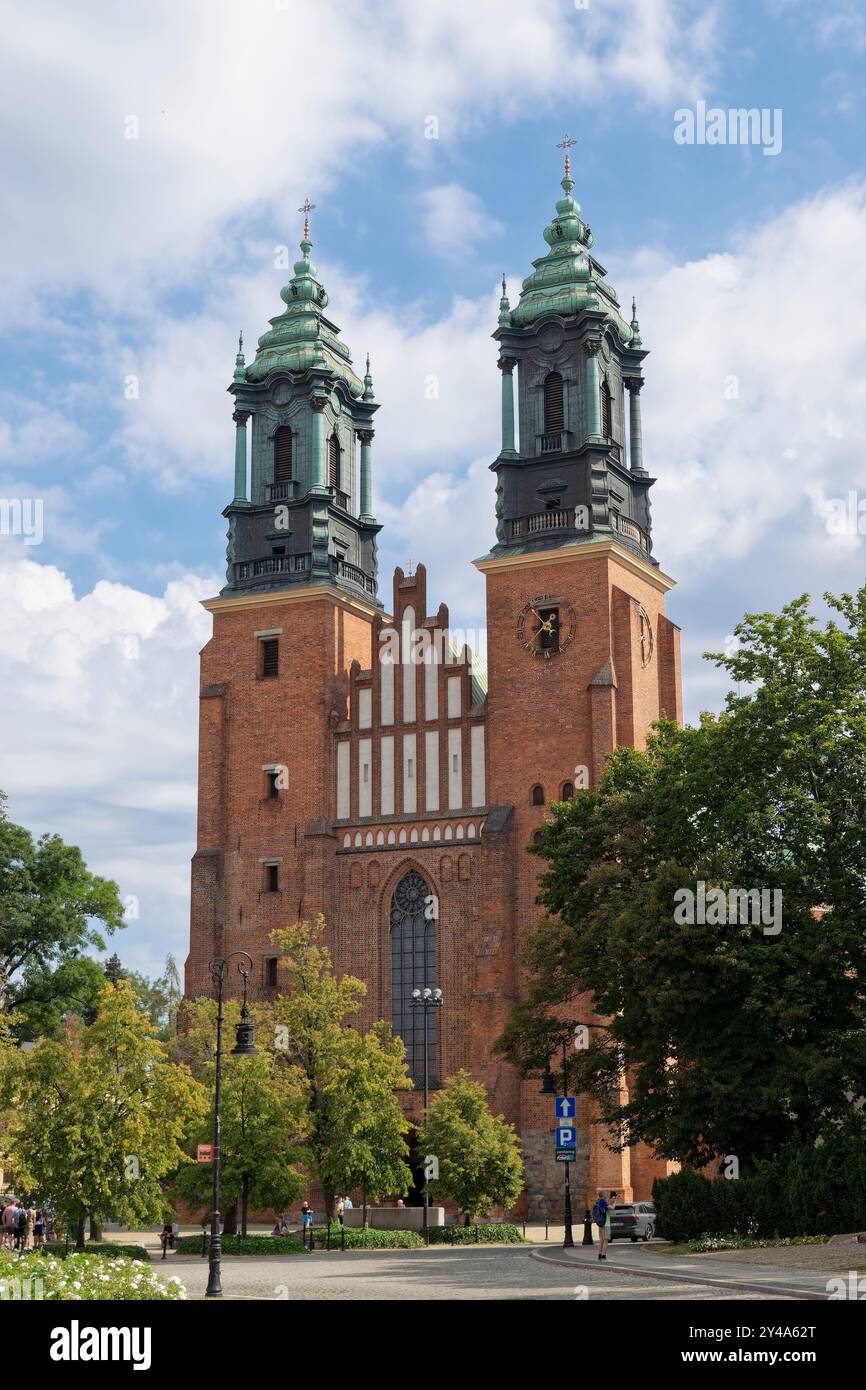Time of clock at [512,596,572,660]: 10:37
